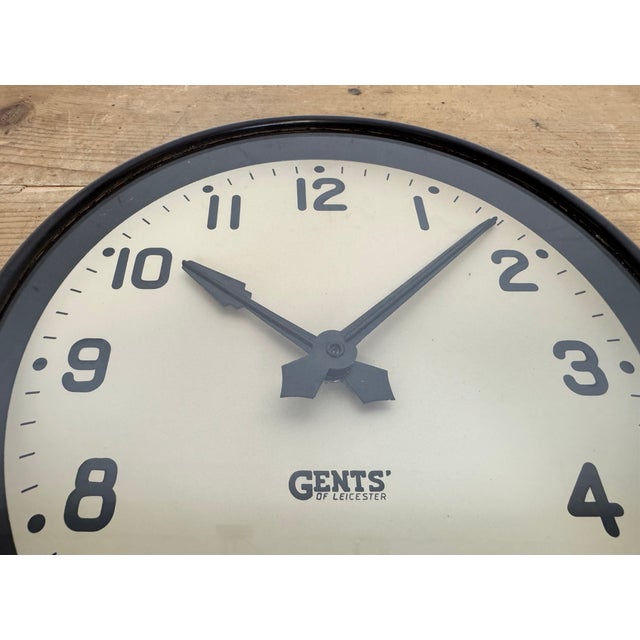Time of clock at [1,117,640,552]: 10:07
